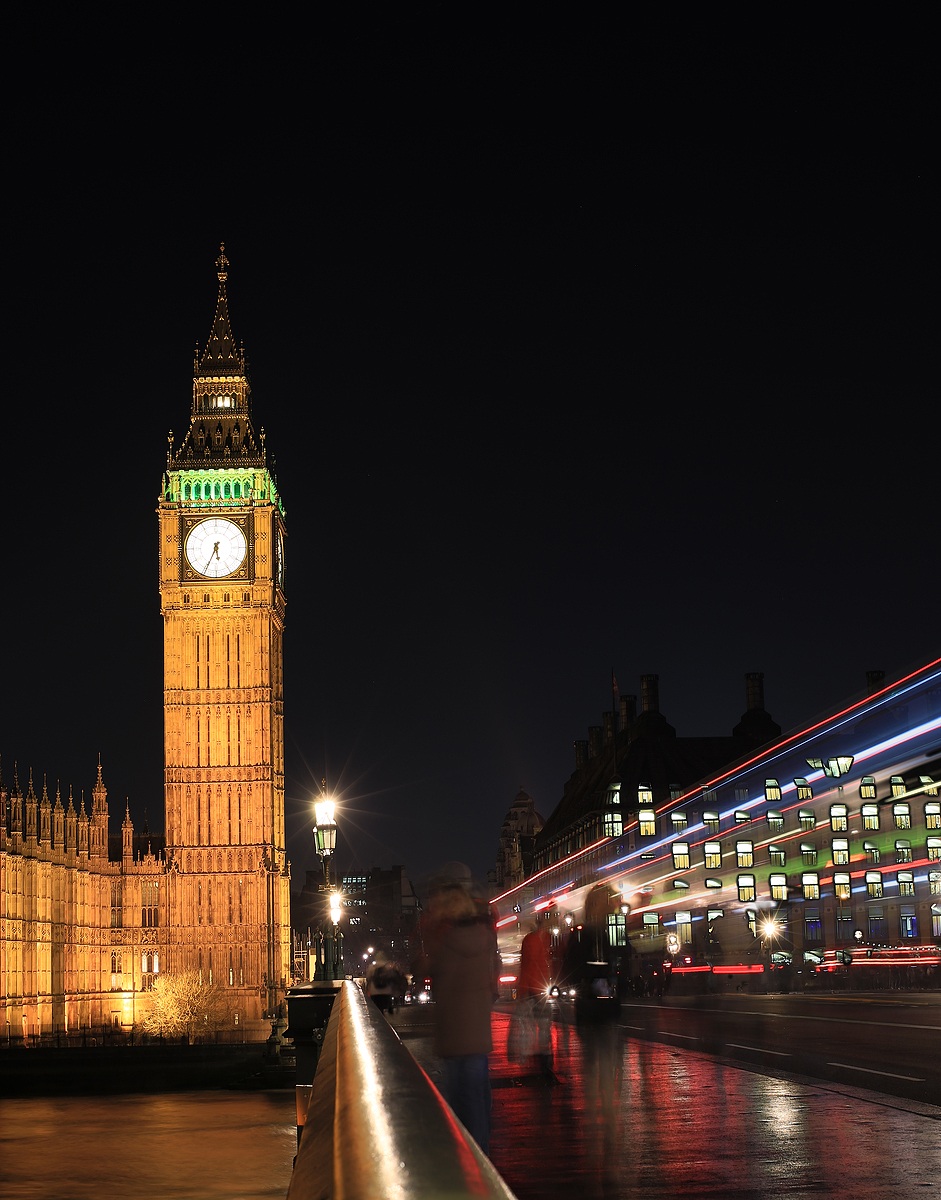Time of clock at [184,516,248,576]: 5:34
